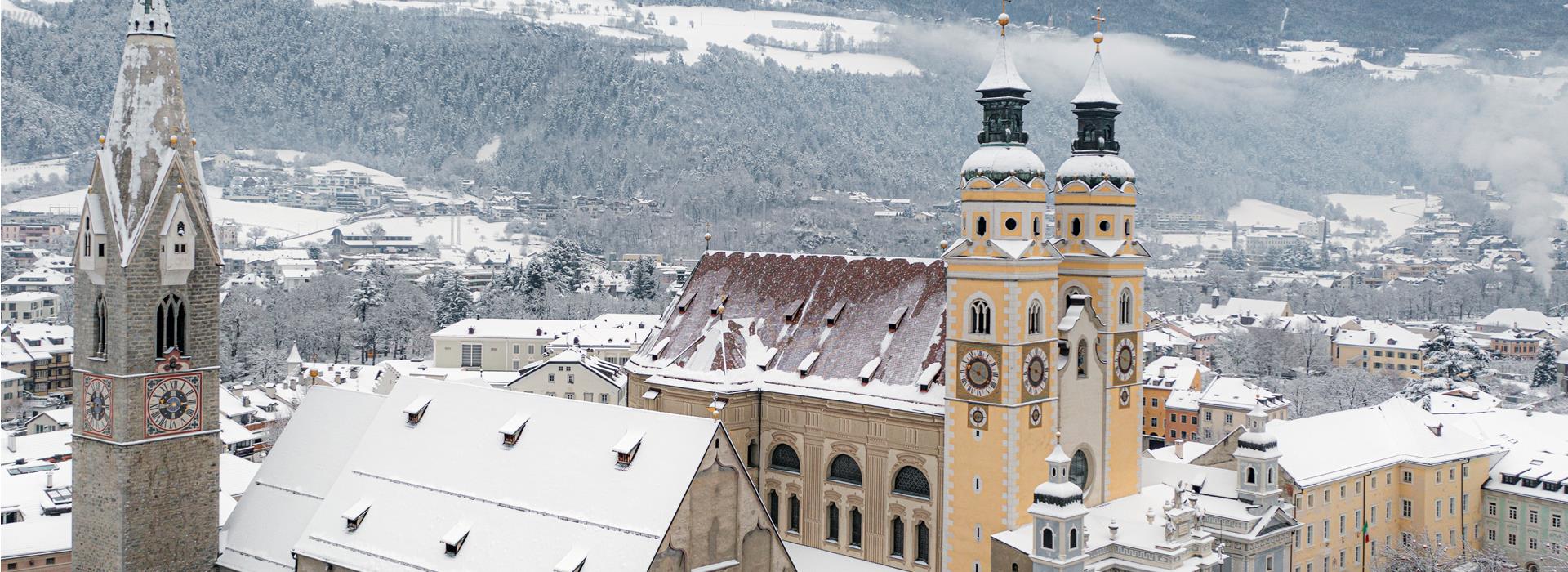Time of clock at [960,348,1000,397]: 3:48
